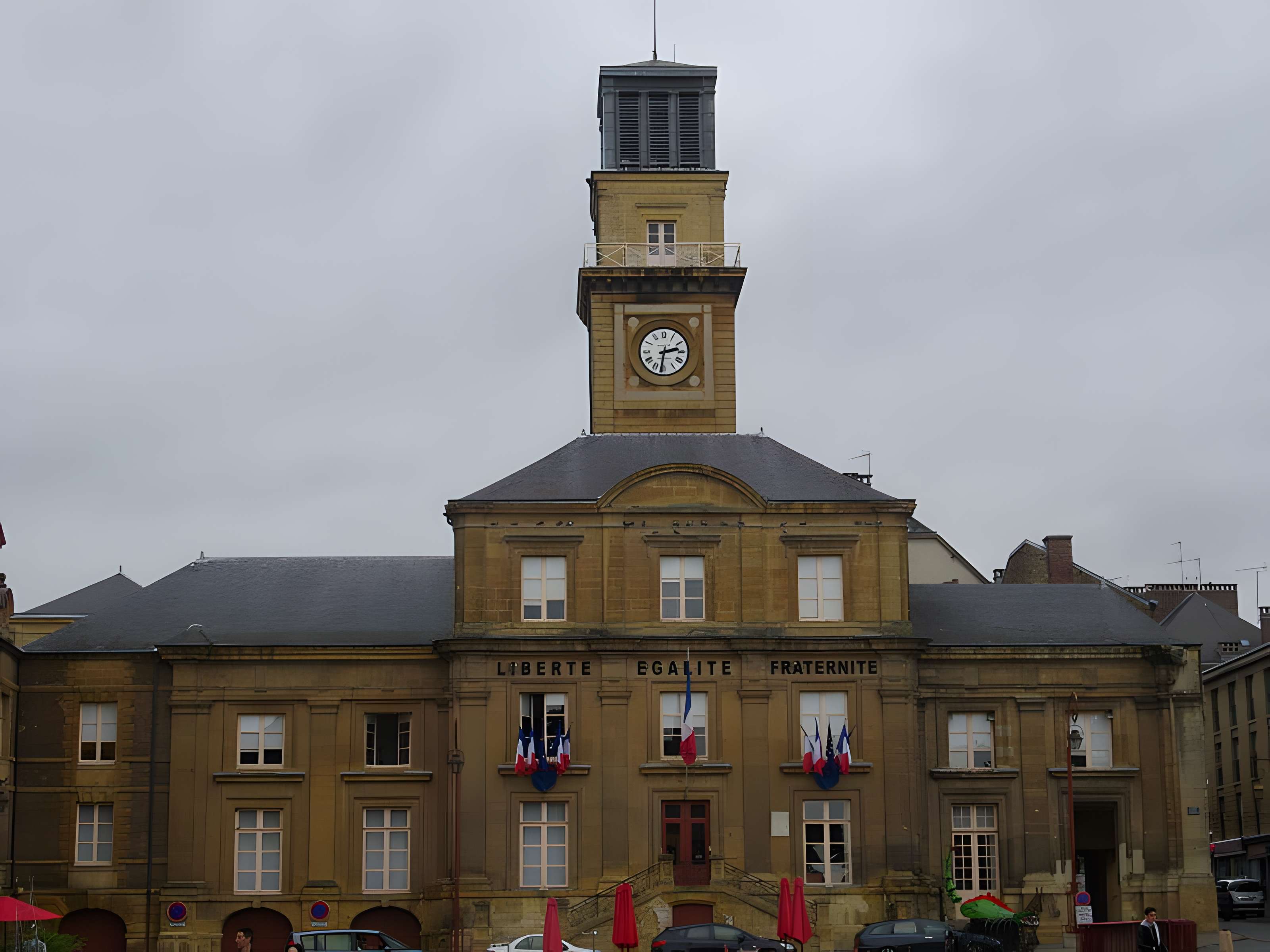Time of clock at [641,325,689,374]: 2:31
